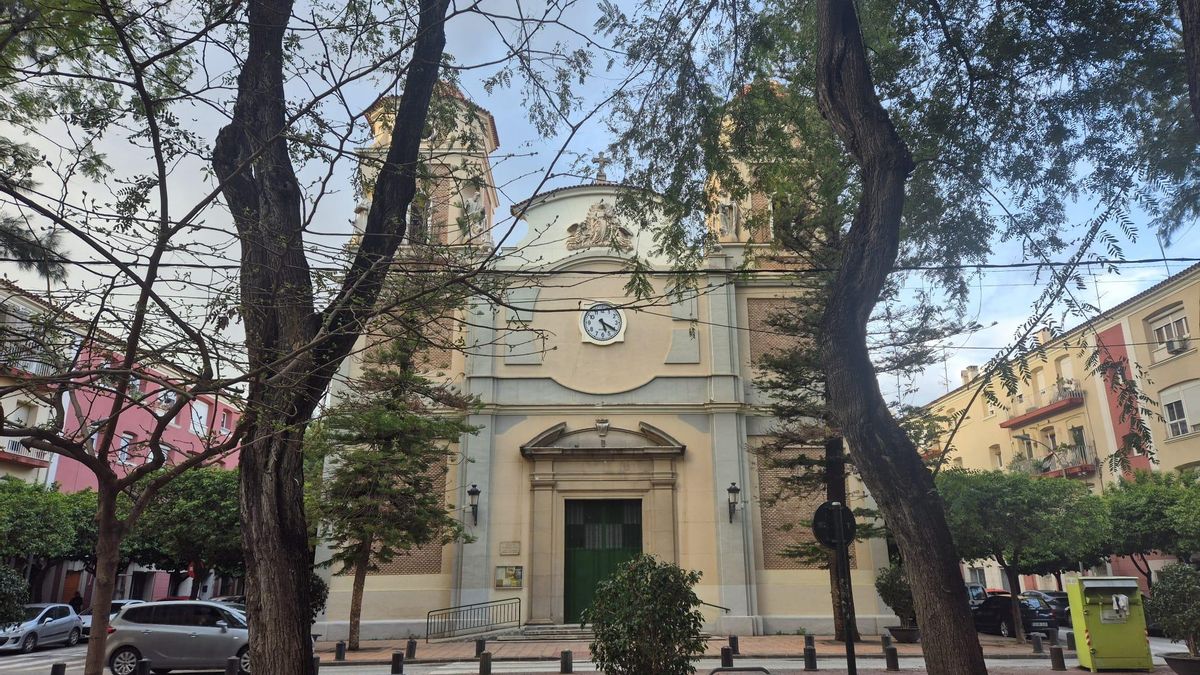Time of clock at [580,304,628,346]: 5:20
